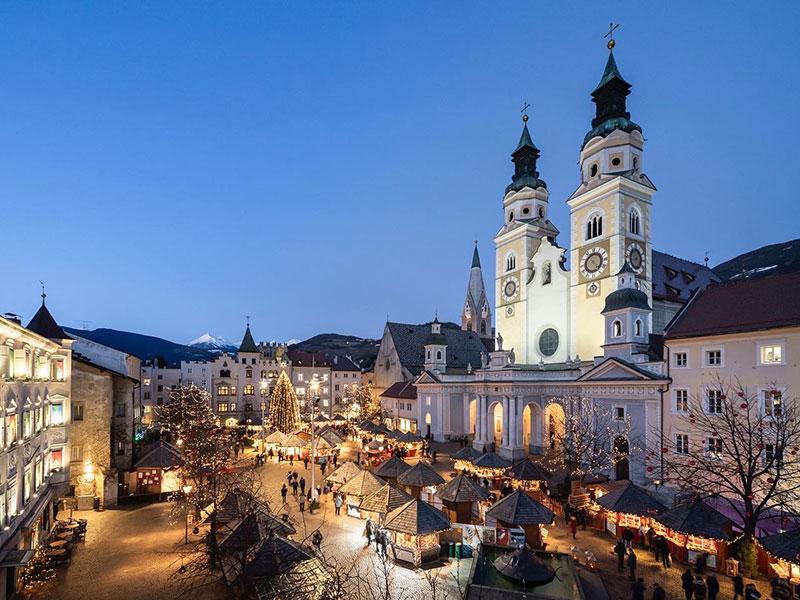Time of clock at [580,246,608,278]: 4:23
